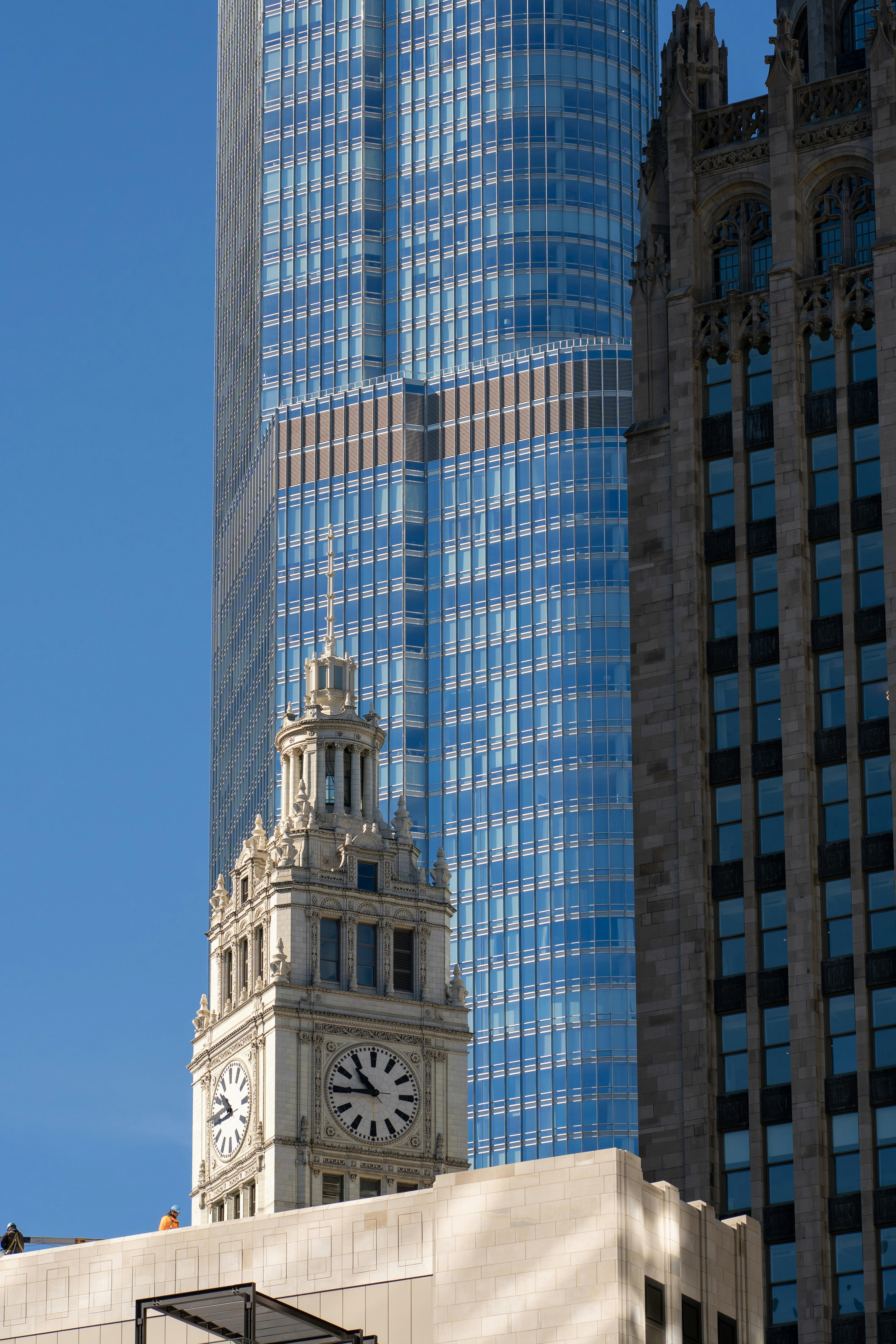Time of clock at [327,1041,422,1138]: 10:45
